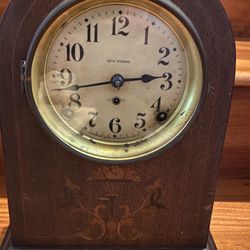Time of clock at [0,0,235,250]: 2:42
